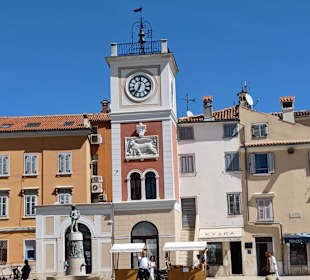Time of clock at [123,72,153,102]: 7:01
